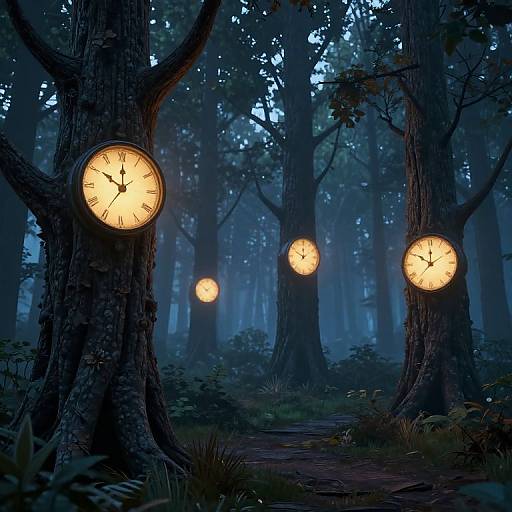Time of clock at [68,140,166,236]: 10:00
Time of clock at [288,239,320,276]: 11:49
